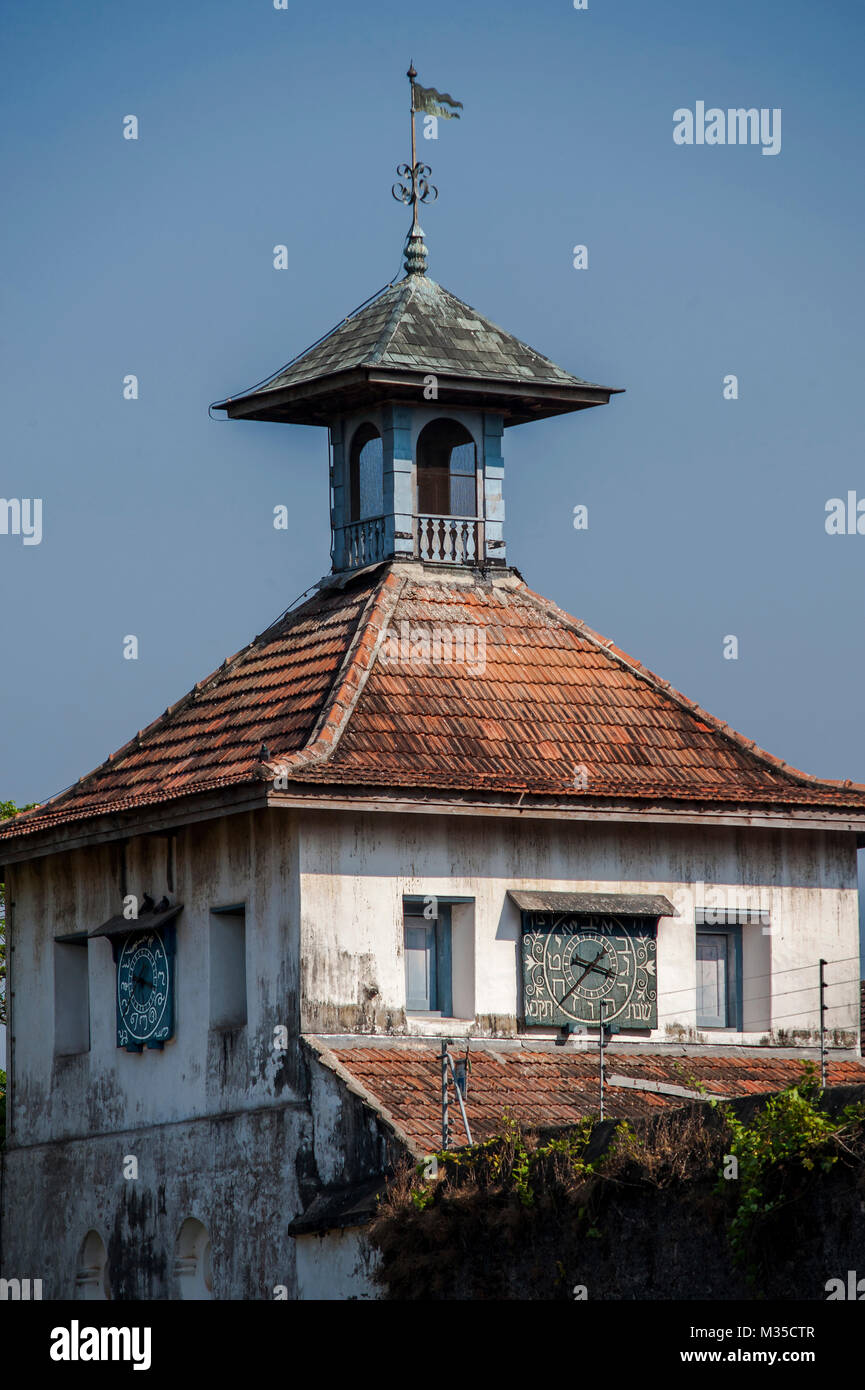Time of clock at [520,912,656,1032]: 3:37
